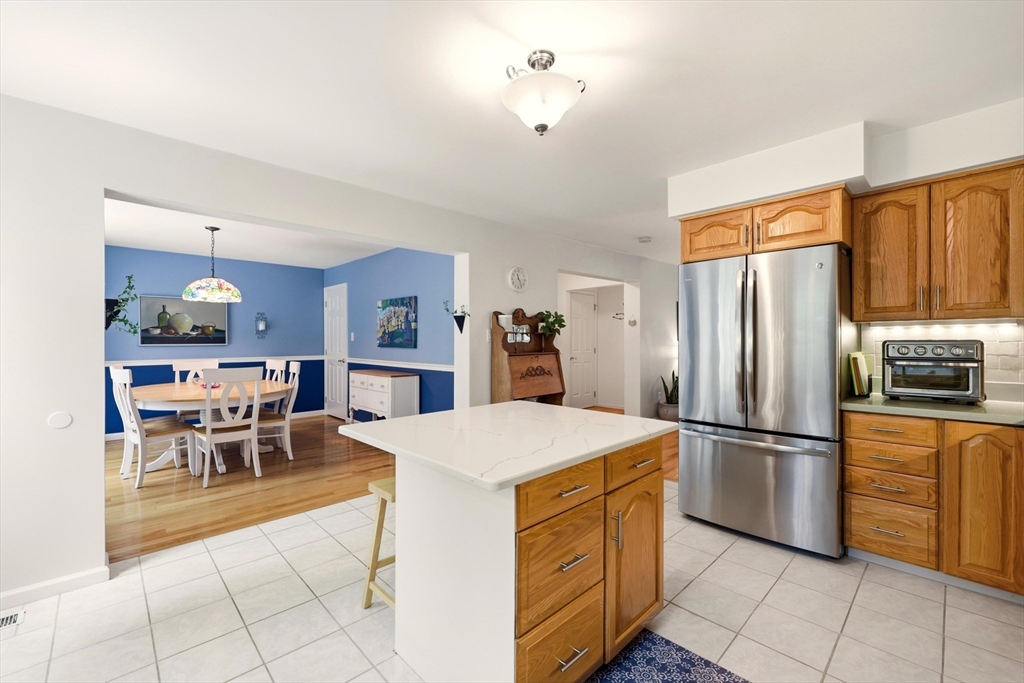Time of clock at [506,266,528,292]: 11:25
